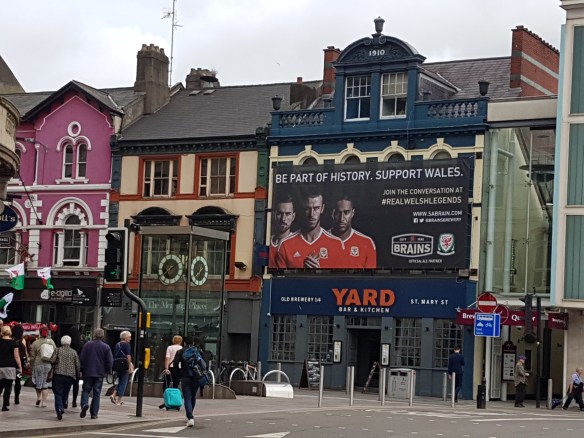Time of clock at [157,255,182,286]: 1:39
